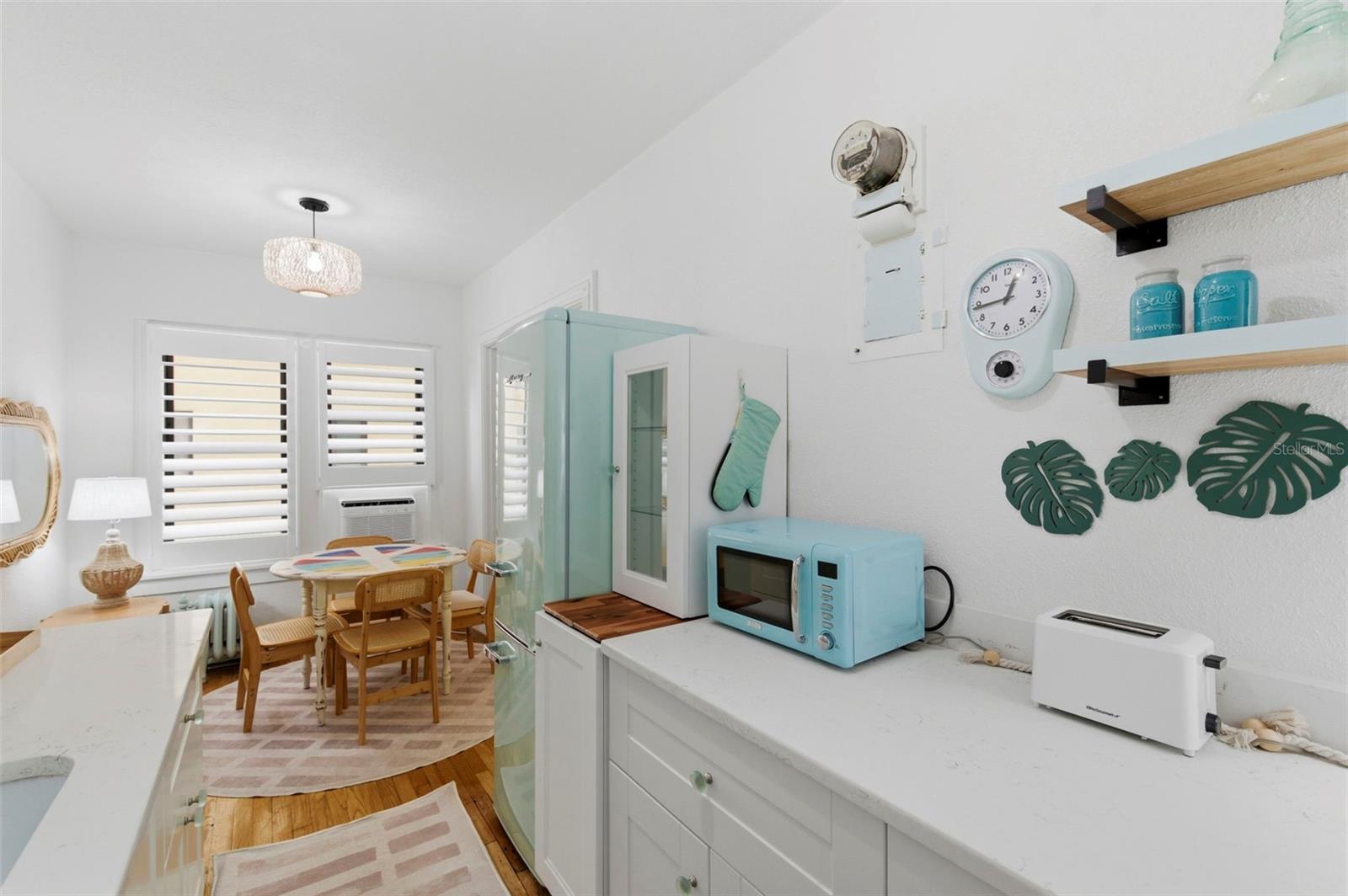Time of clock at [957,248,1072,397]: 12:43
